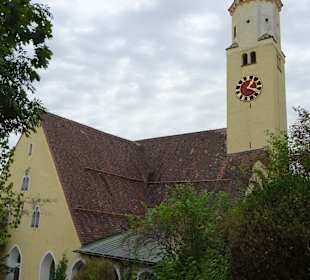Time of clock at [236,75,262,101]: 1:18
